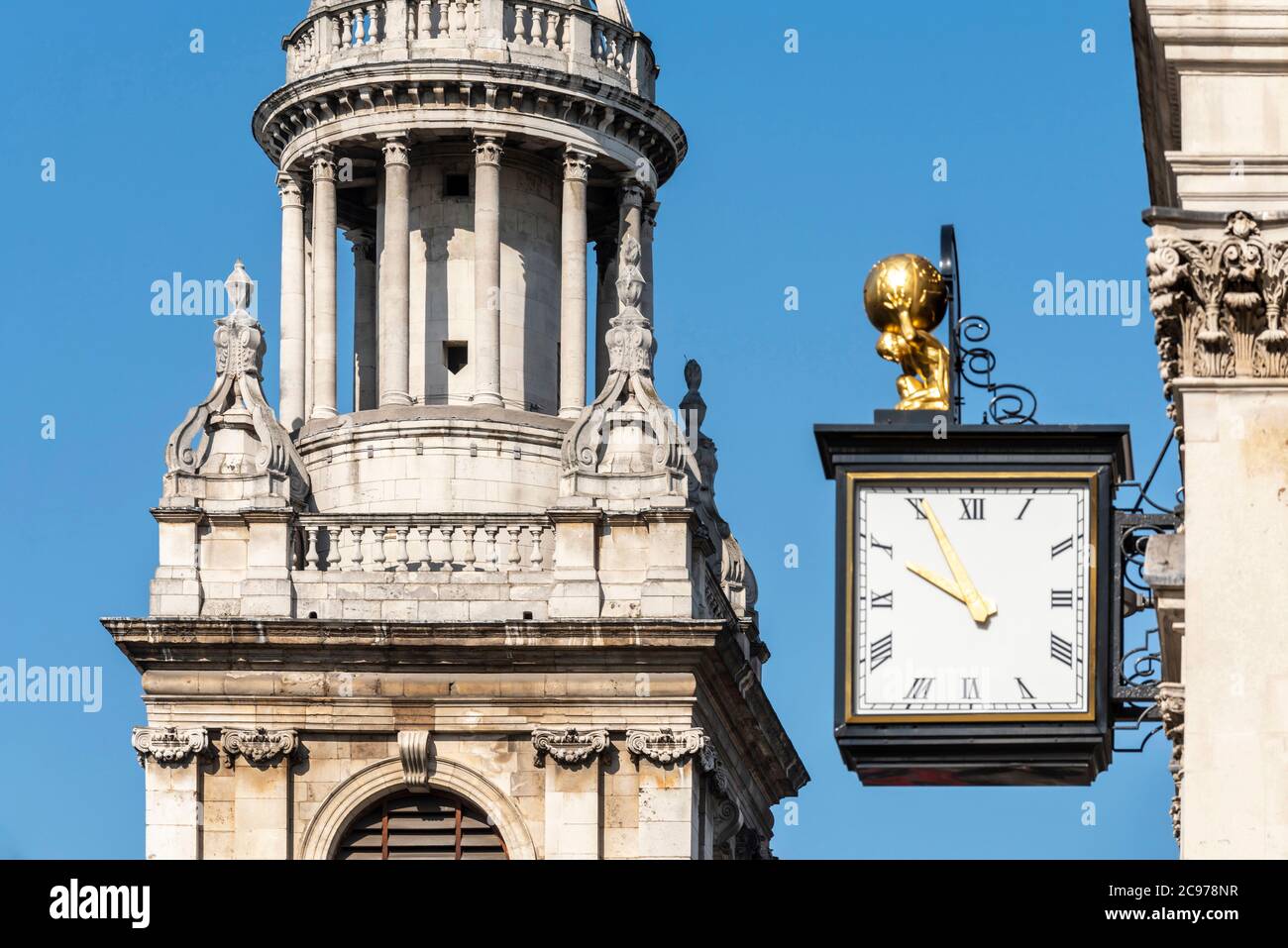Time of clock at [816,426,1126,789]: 9:55
